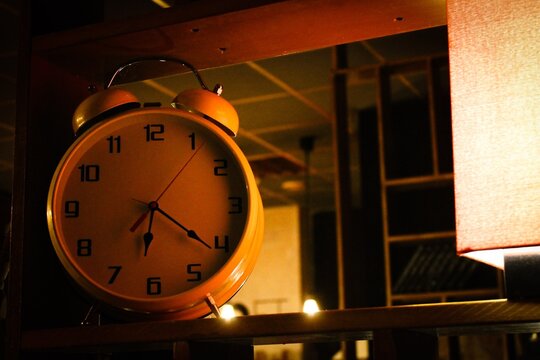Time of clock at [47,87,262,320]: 6:21
